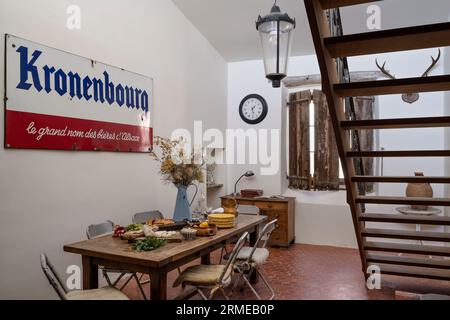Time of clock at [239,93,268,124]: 1:28
